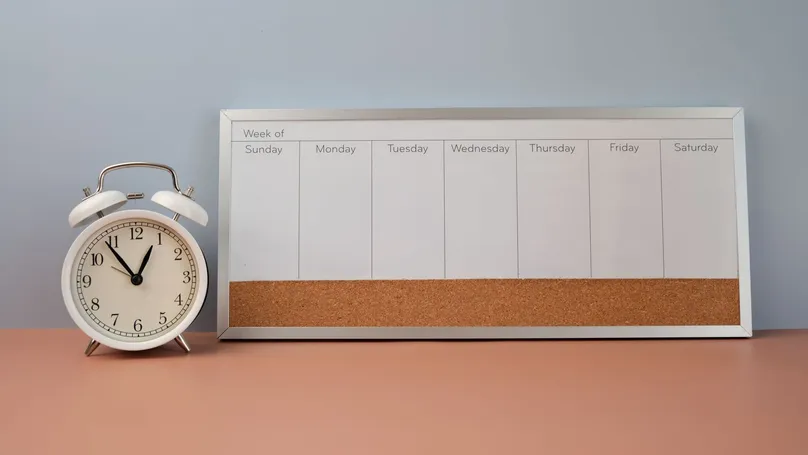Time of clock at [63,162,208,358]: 12:53
